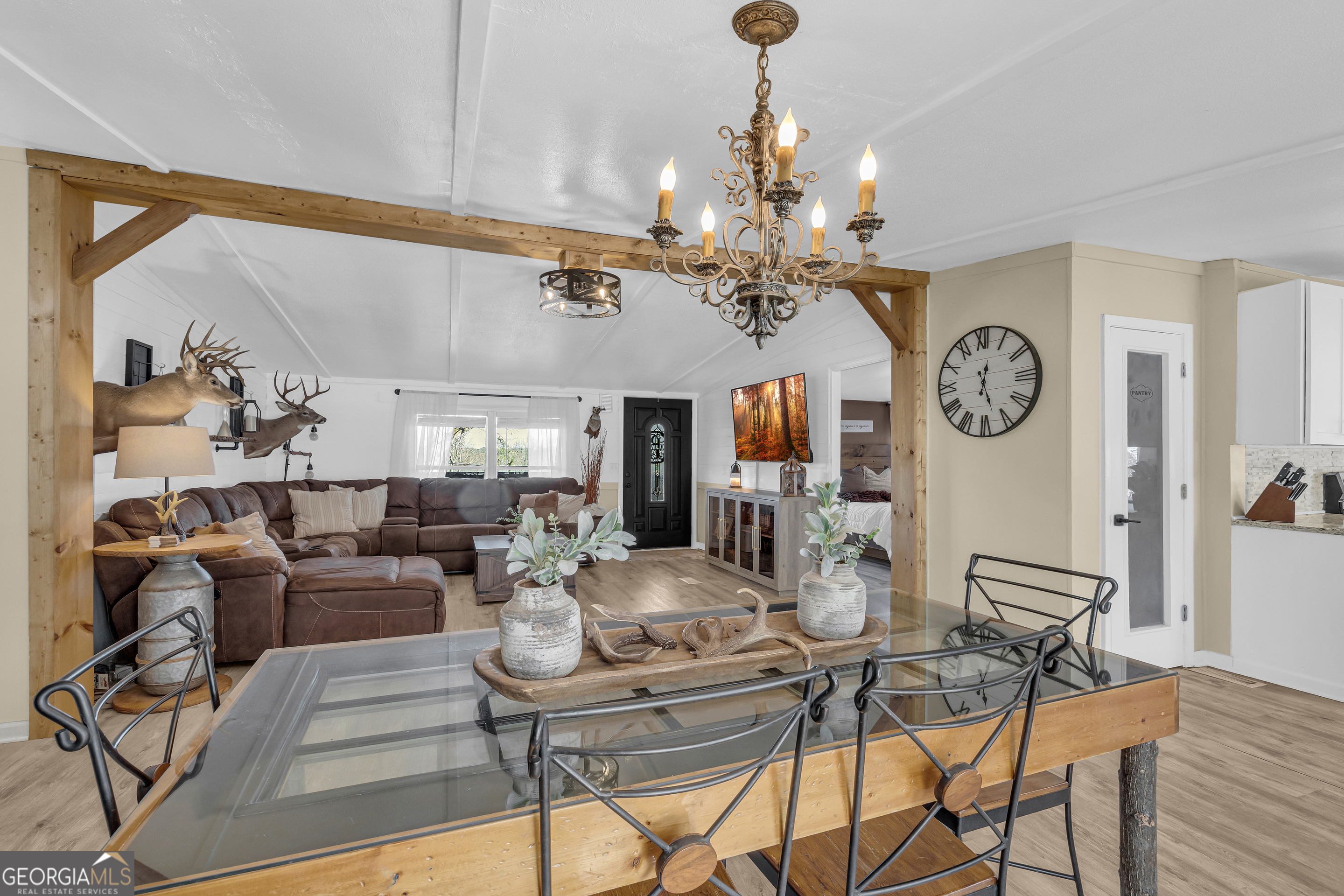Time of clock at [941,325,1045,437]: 12:26
